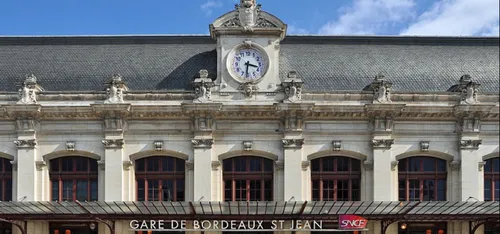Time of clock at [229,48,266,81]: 3:31
